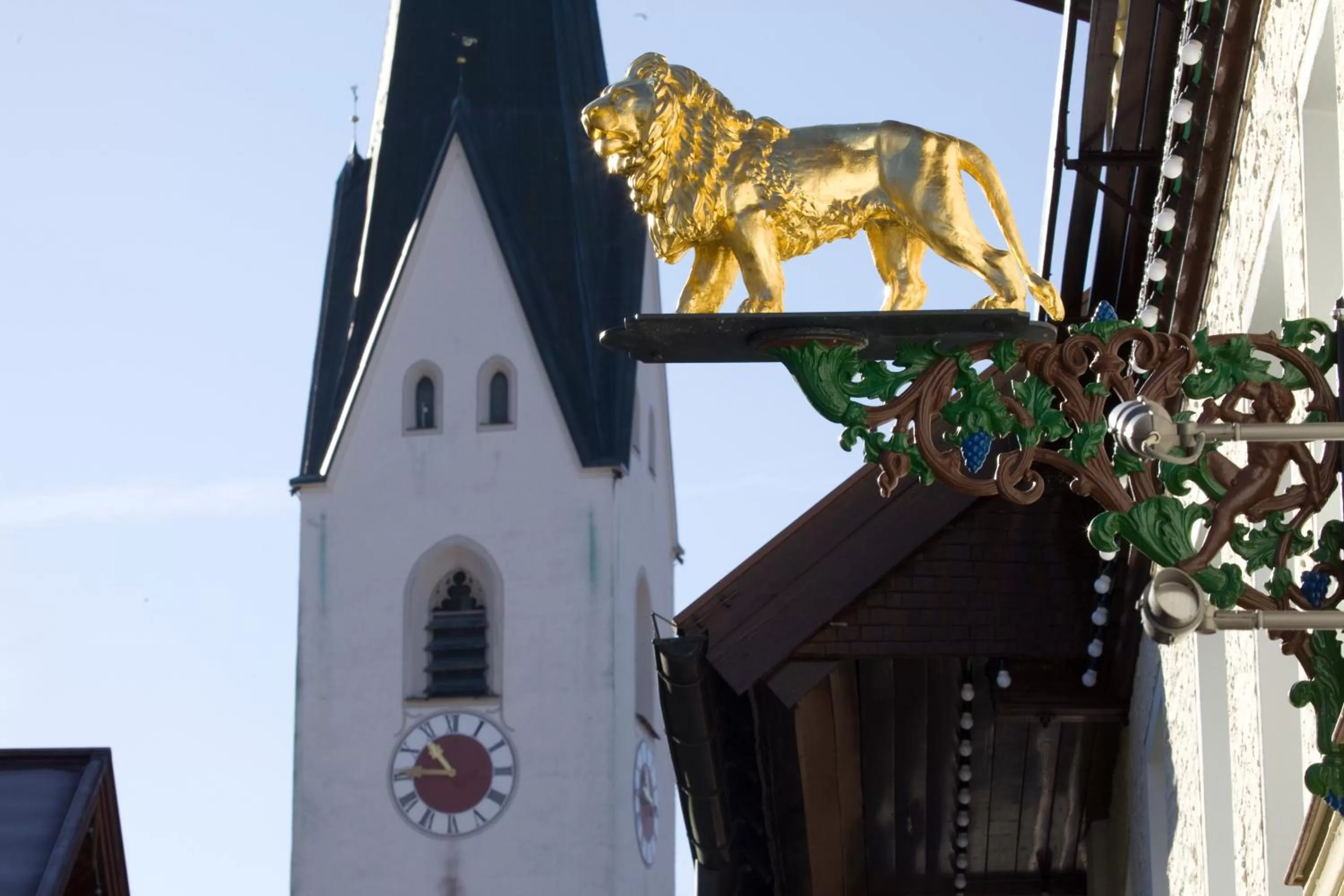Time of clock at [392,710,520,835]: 10:45
